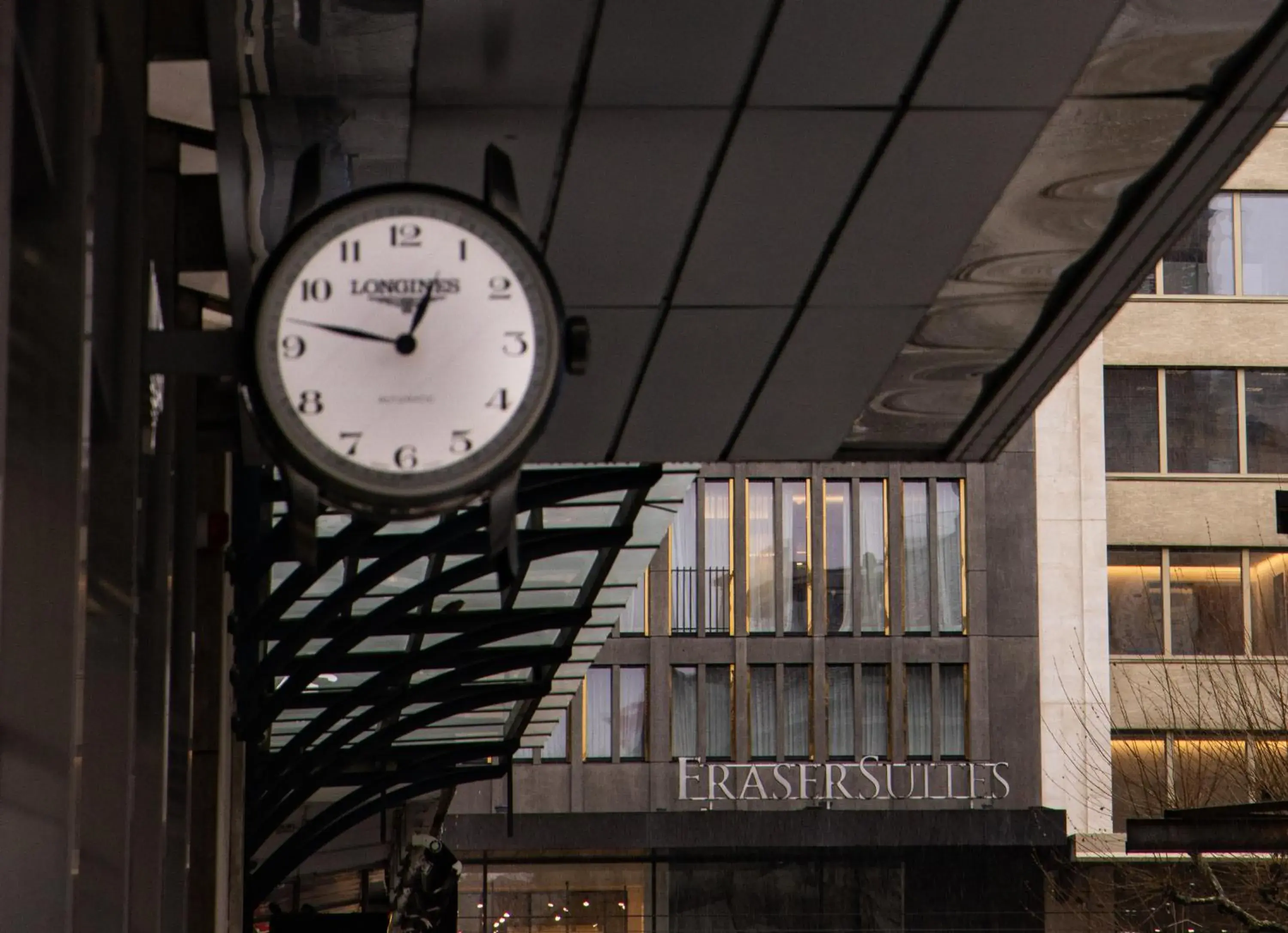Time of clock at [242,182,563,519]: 12:46
